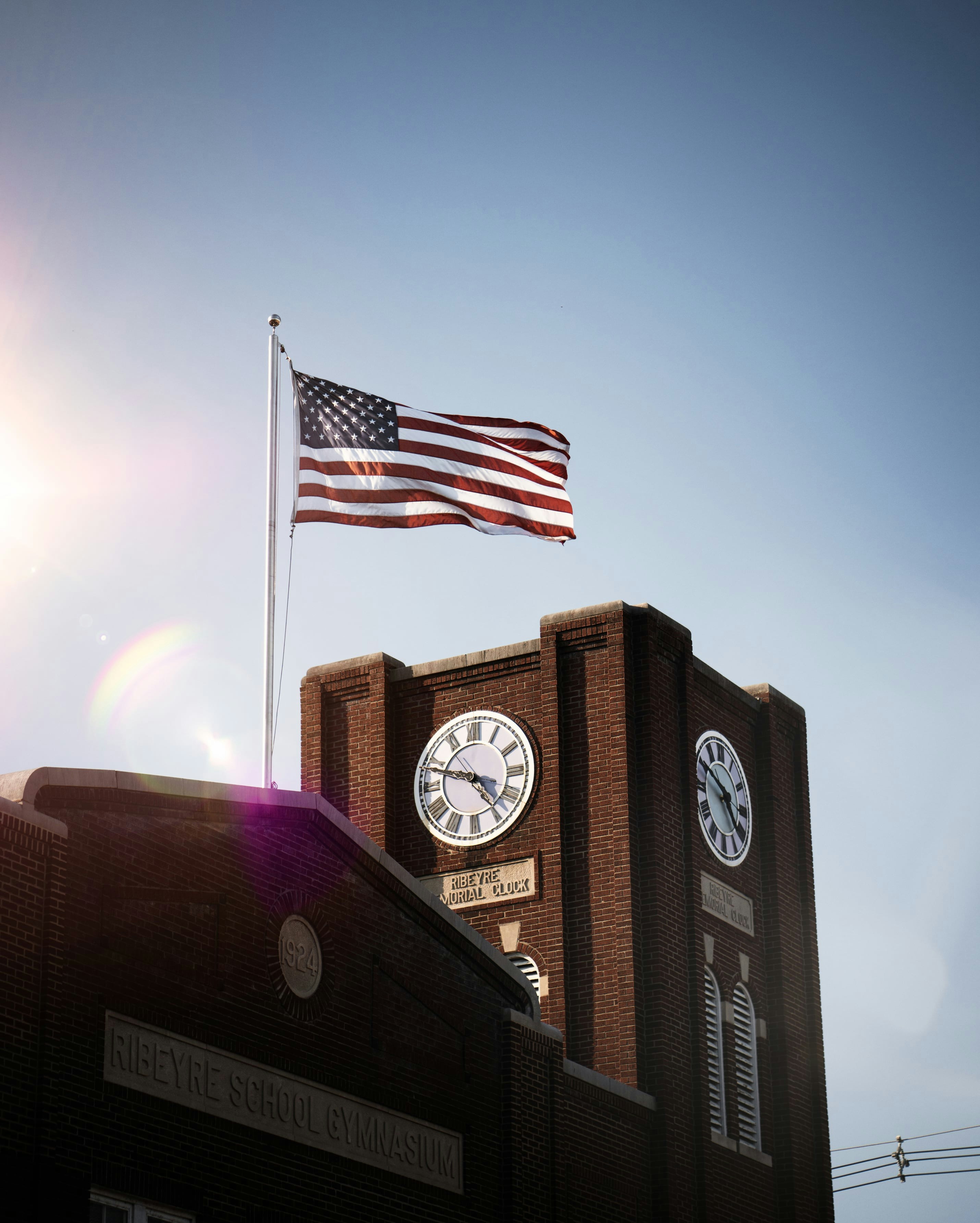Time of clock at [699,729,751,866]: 4:49
